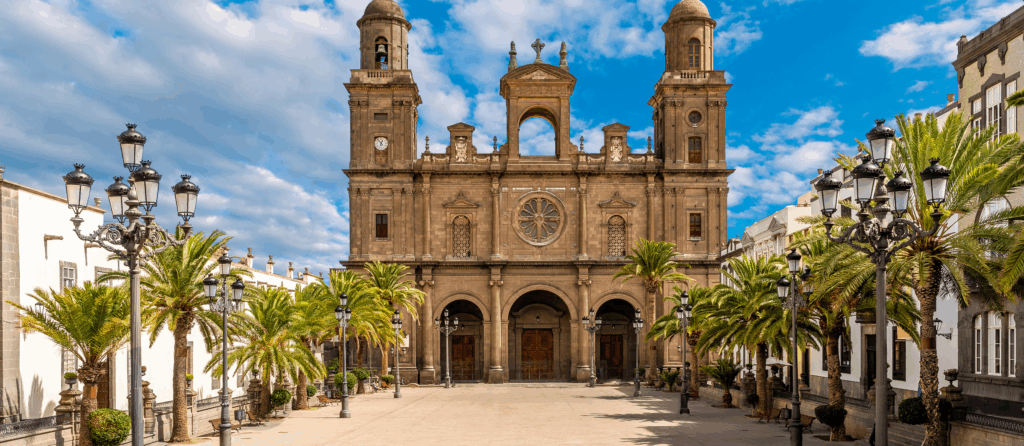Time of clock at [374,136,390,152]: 12:53
